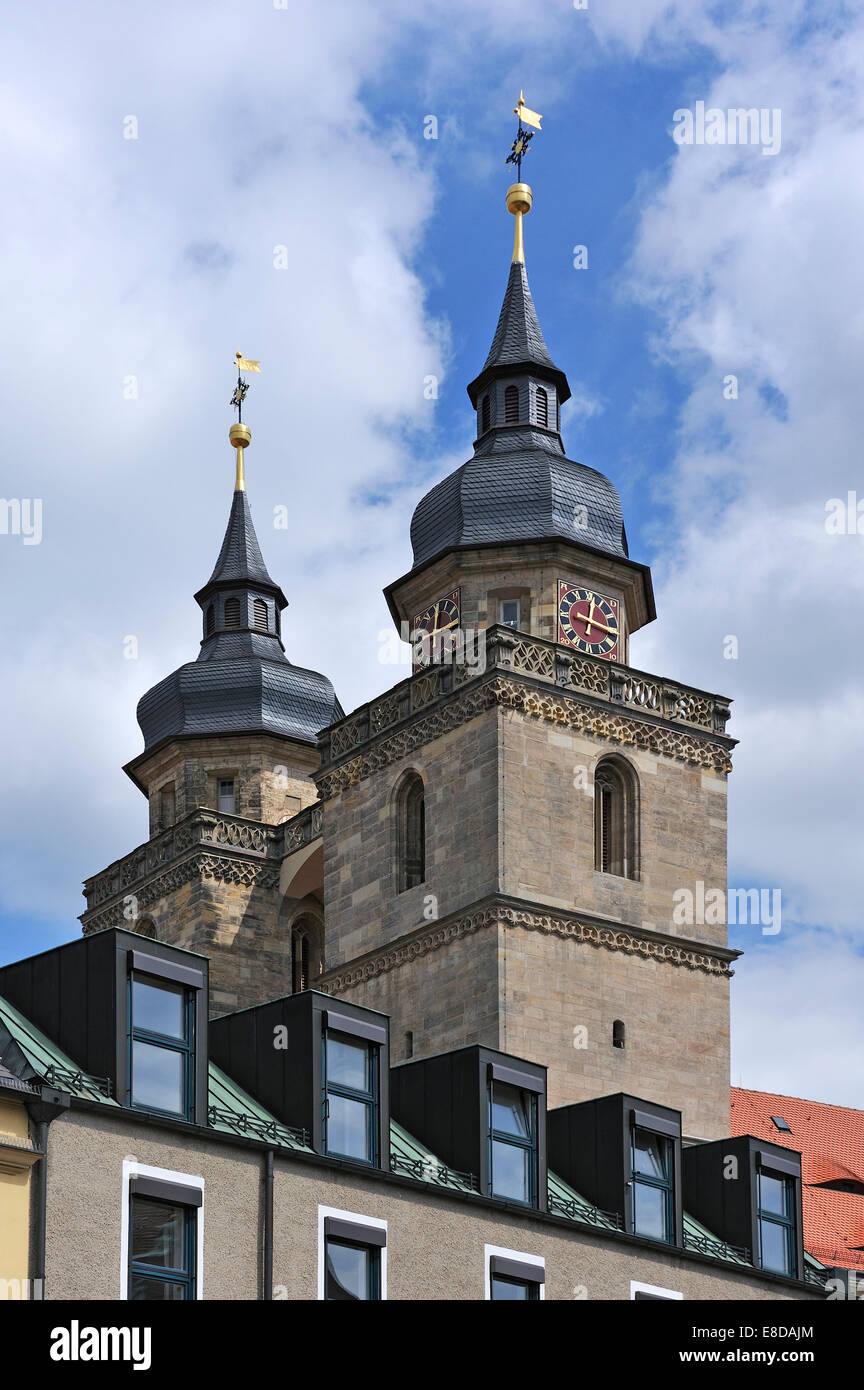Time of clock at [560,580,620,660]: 12:16
